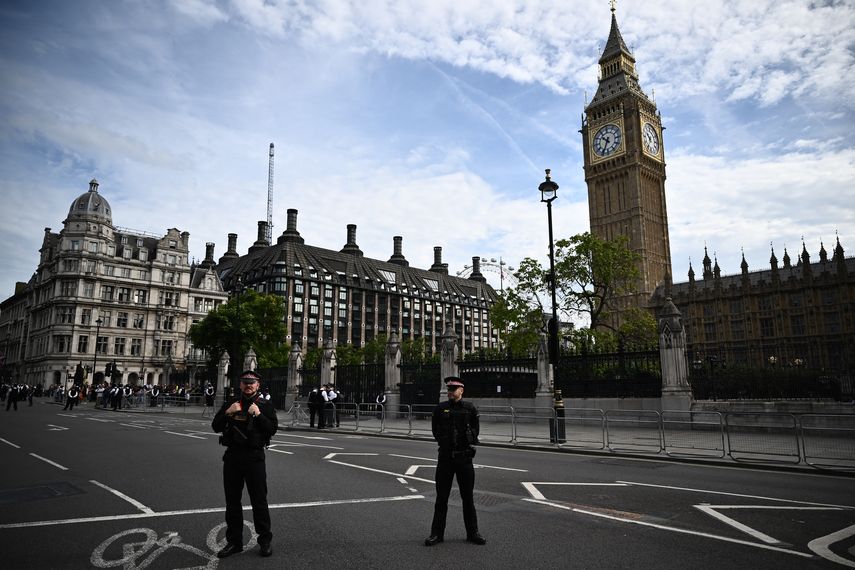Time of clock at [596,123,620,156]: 10:34
